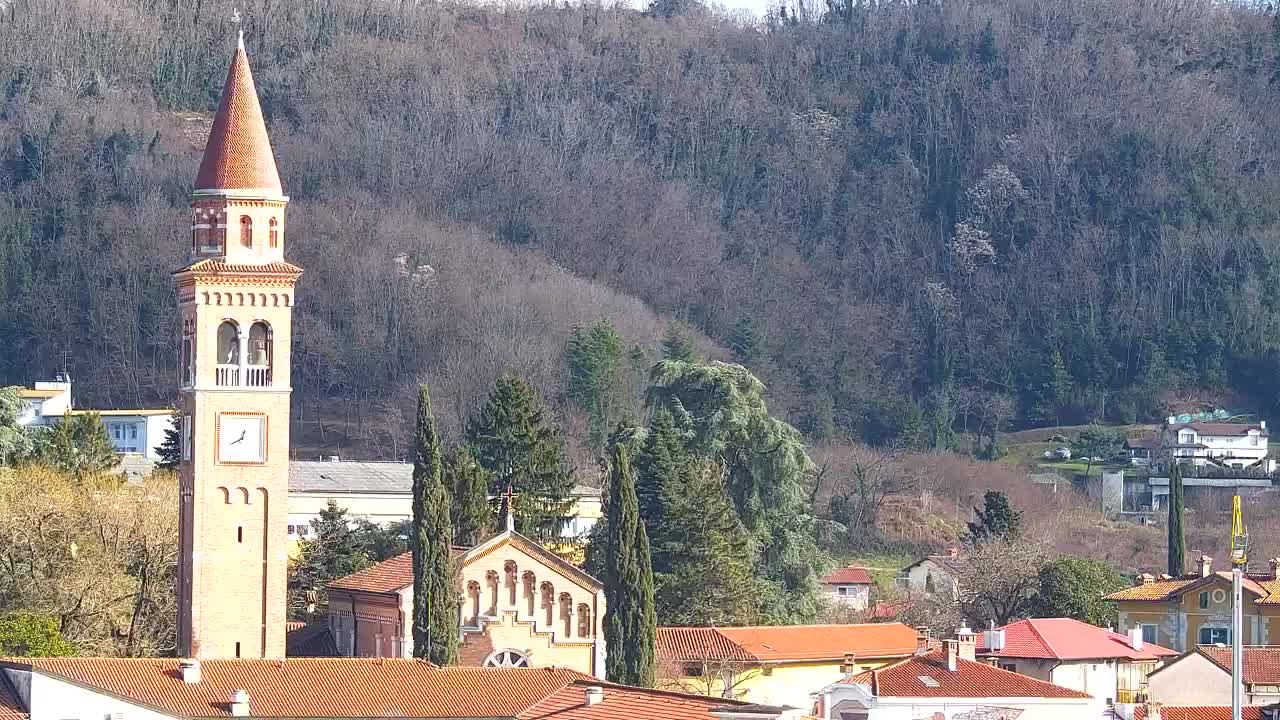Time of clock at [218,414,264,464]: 12:40
